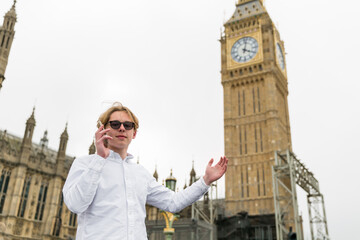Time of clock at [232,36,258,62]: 4:02
